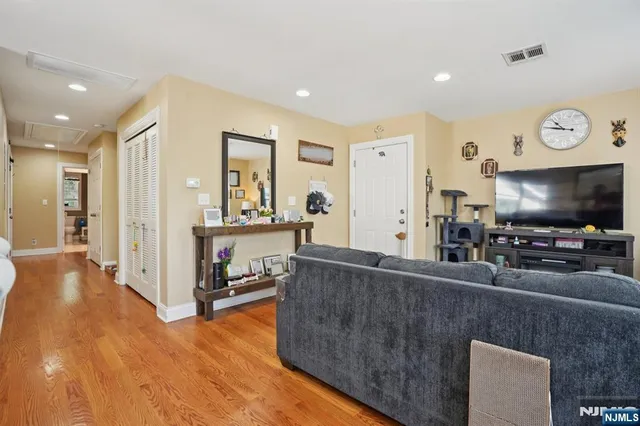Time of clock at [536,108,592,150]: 10:47
